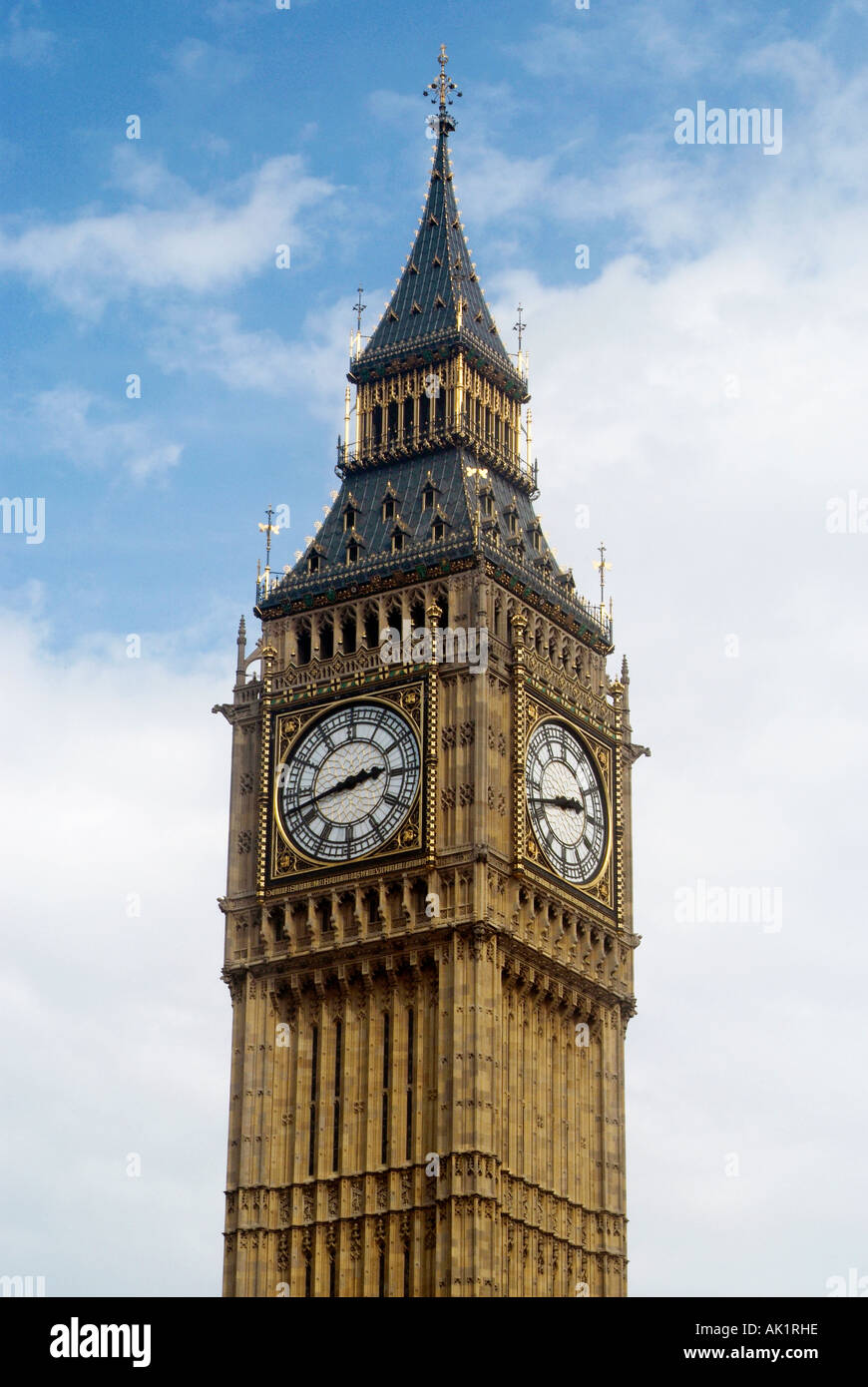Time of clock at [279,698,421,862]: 2:42
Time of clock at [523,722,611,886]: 2:42
